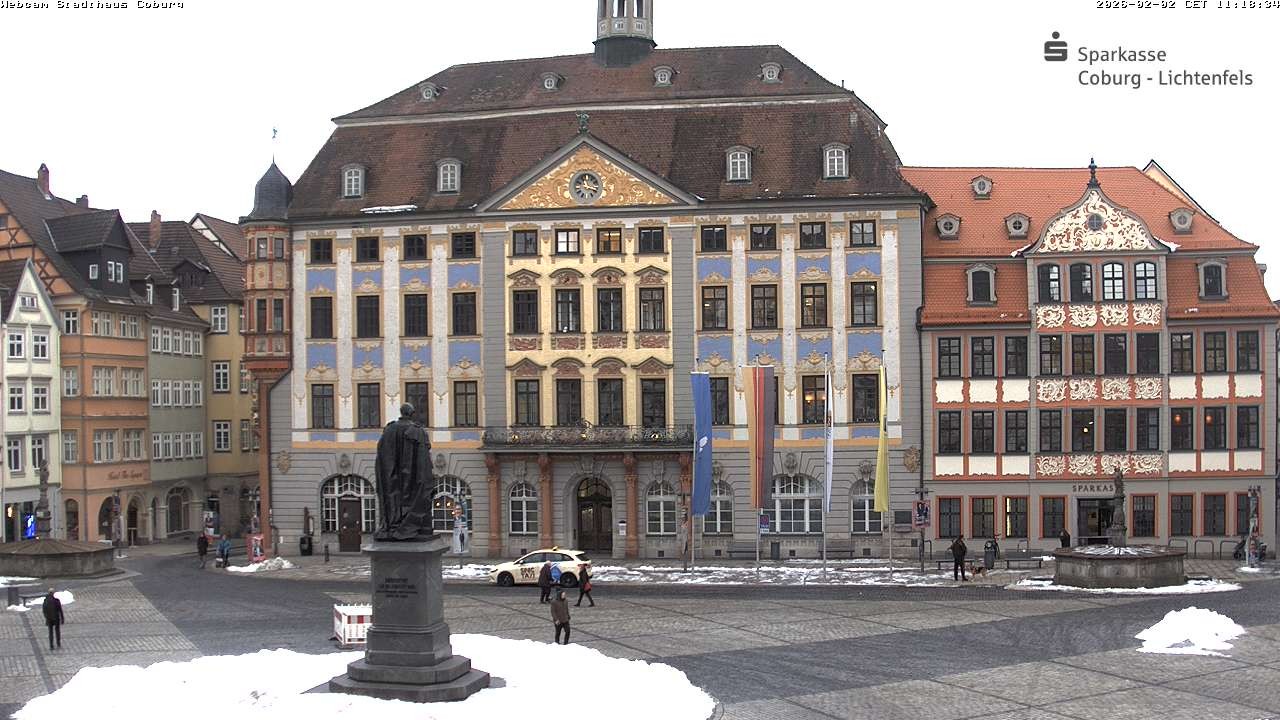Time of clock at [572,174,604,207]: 11:17
